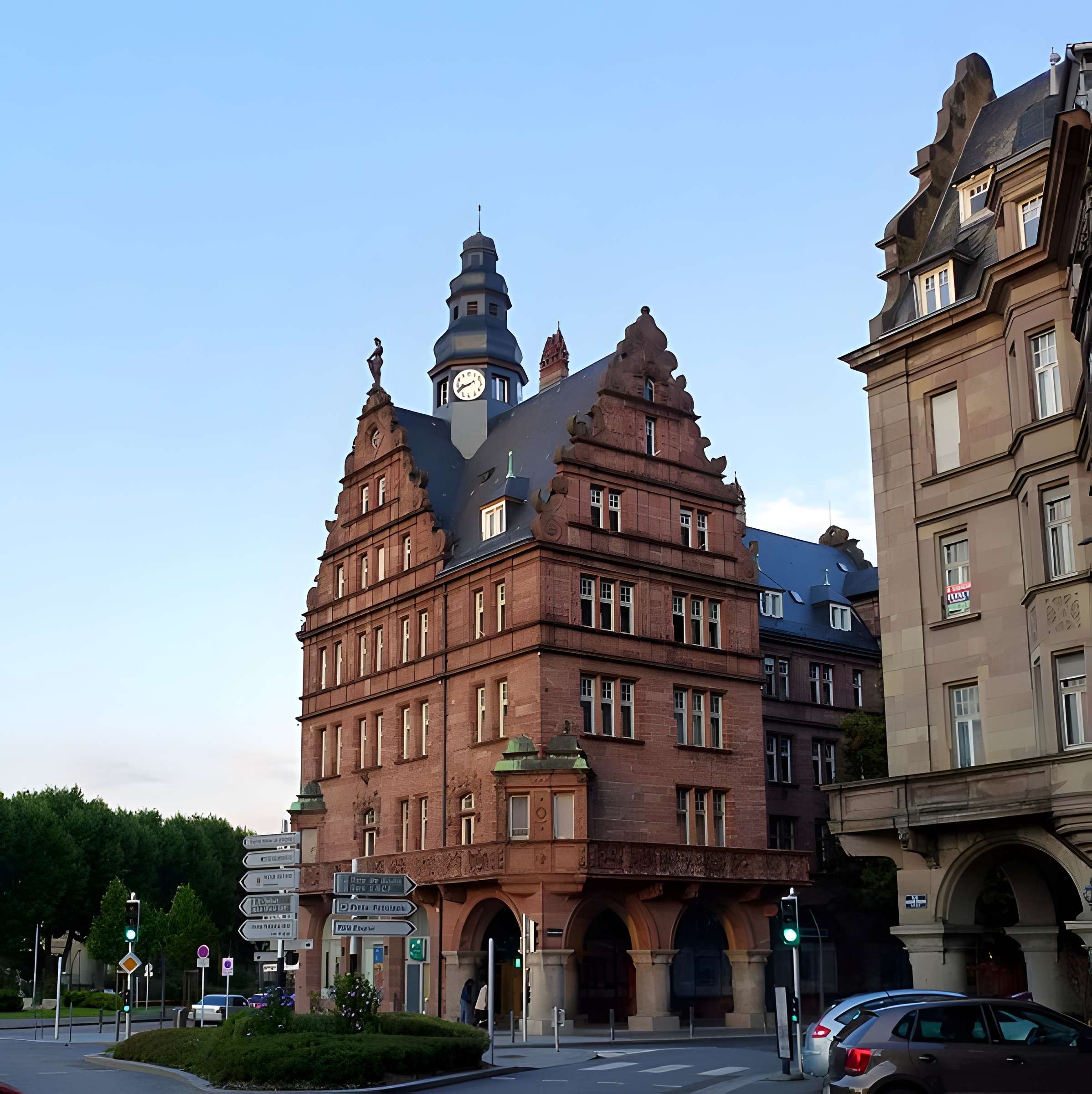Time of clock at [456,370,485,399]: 8:40
